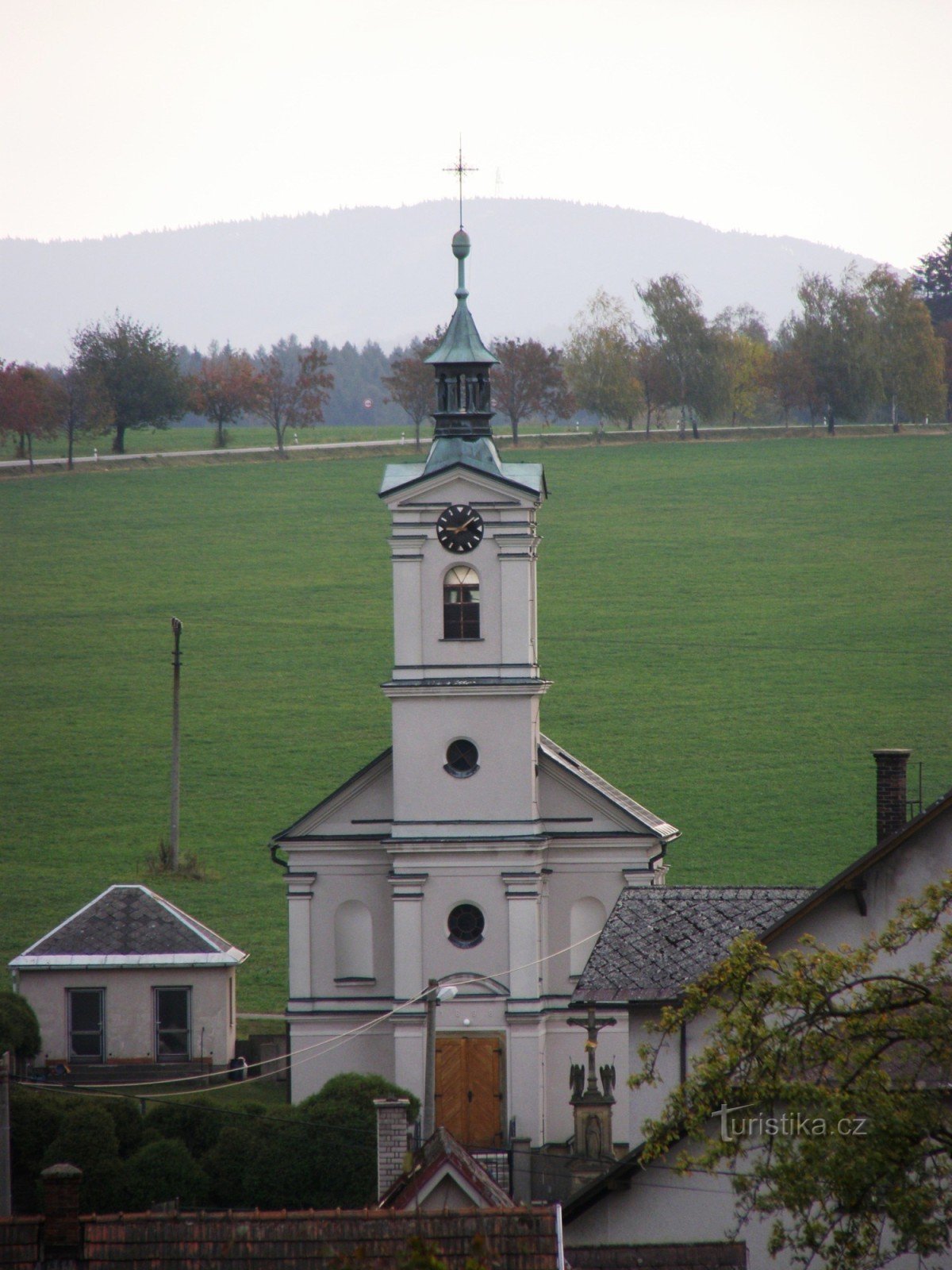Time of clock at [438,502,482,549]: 9:08
